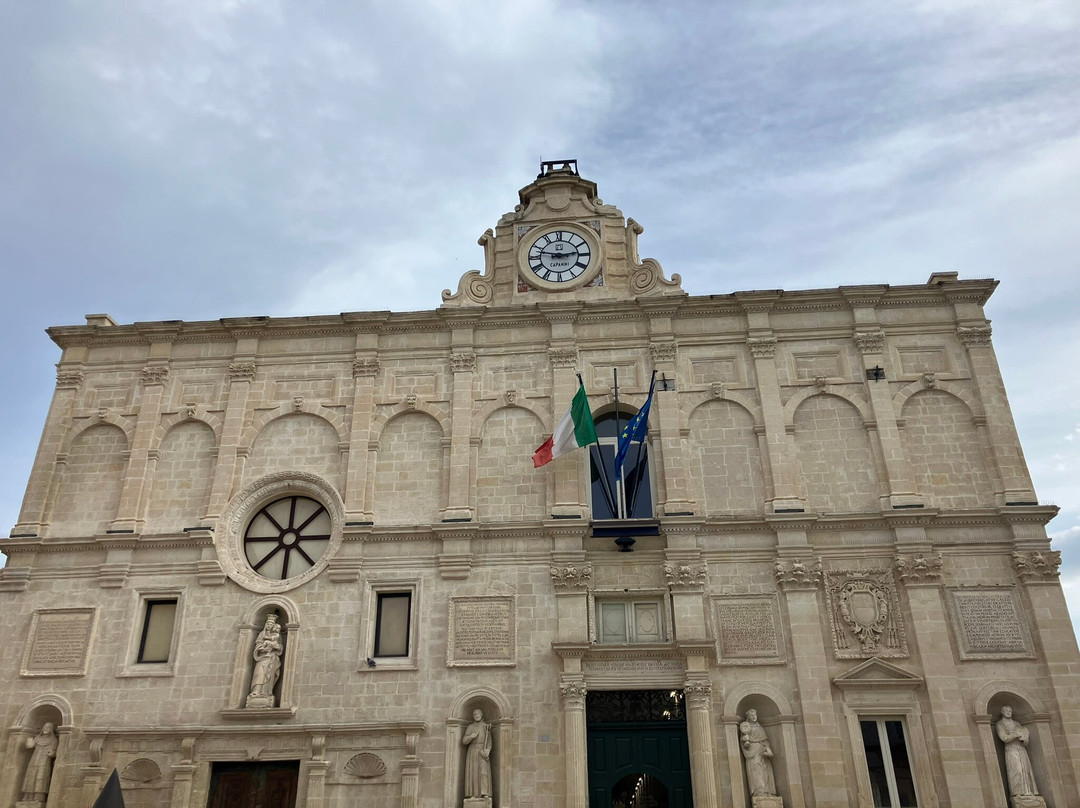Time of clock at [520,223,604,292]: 2:47
